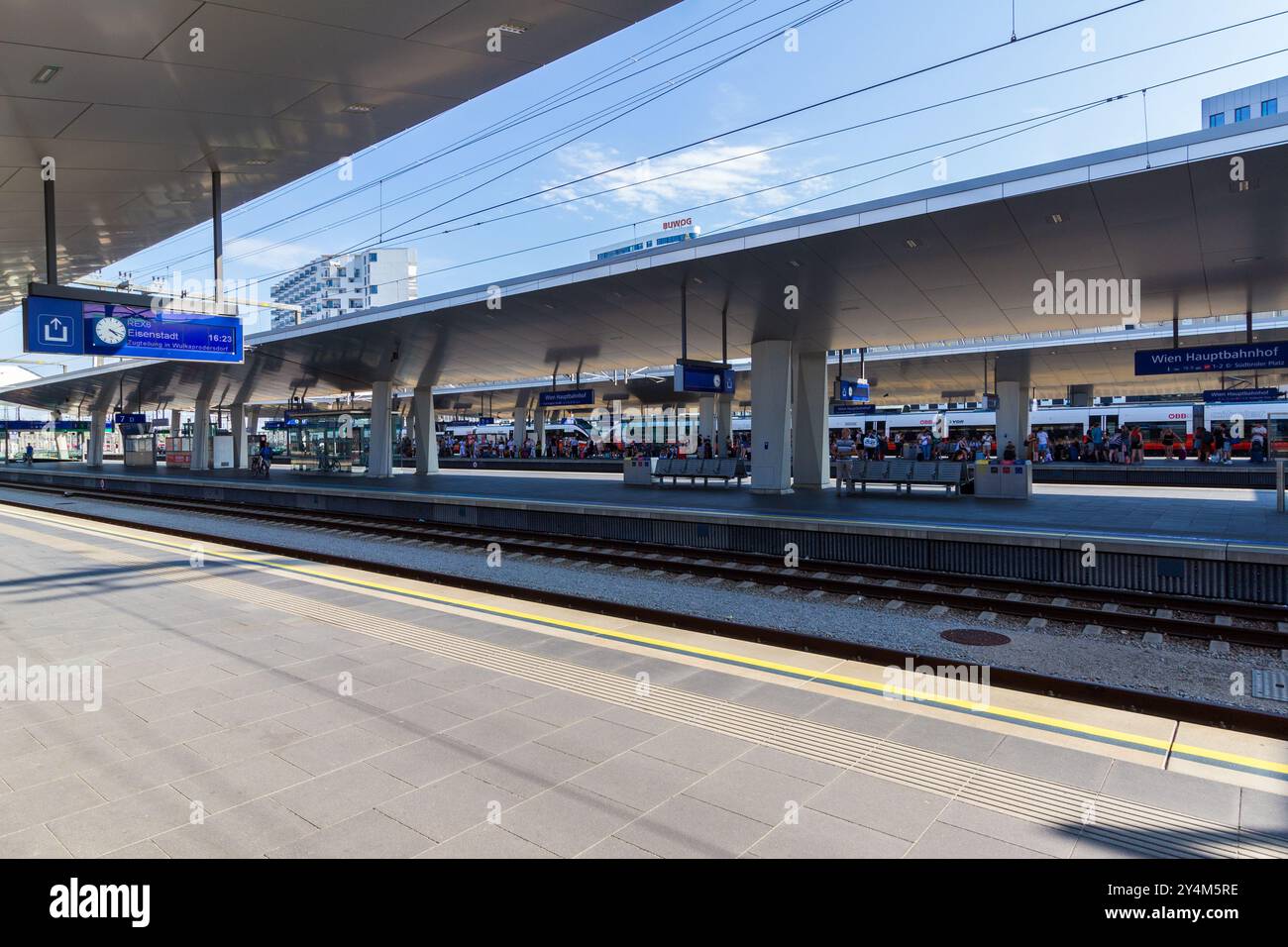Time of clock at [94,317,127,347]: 4:18
